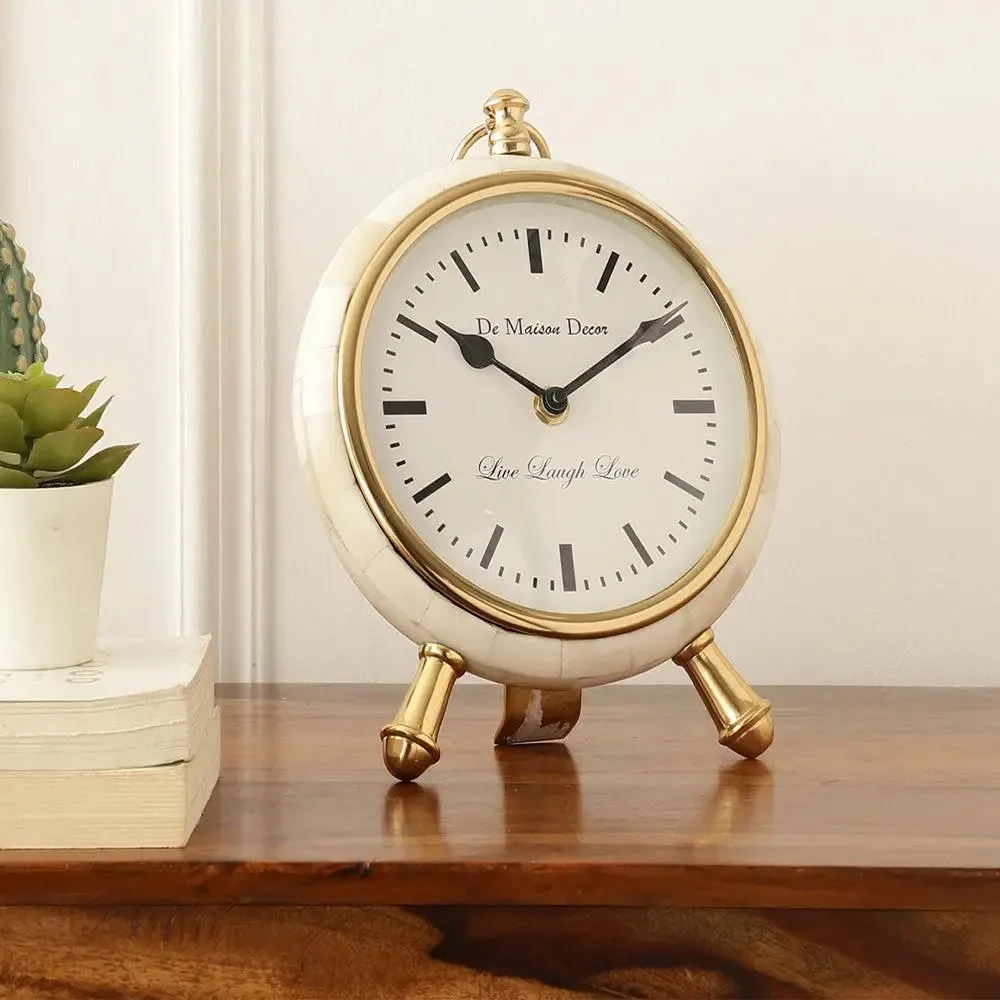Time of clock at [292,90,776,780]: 10:09
